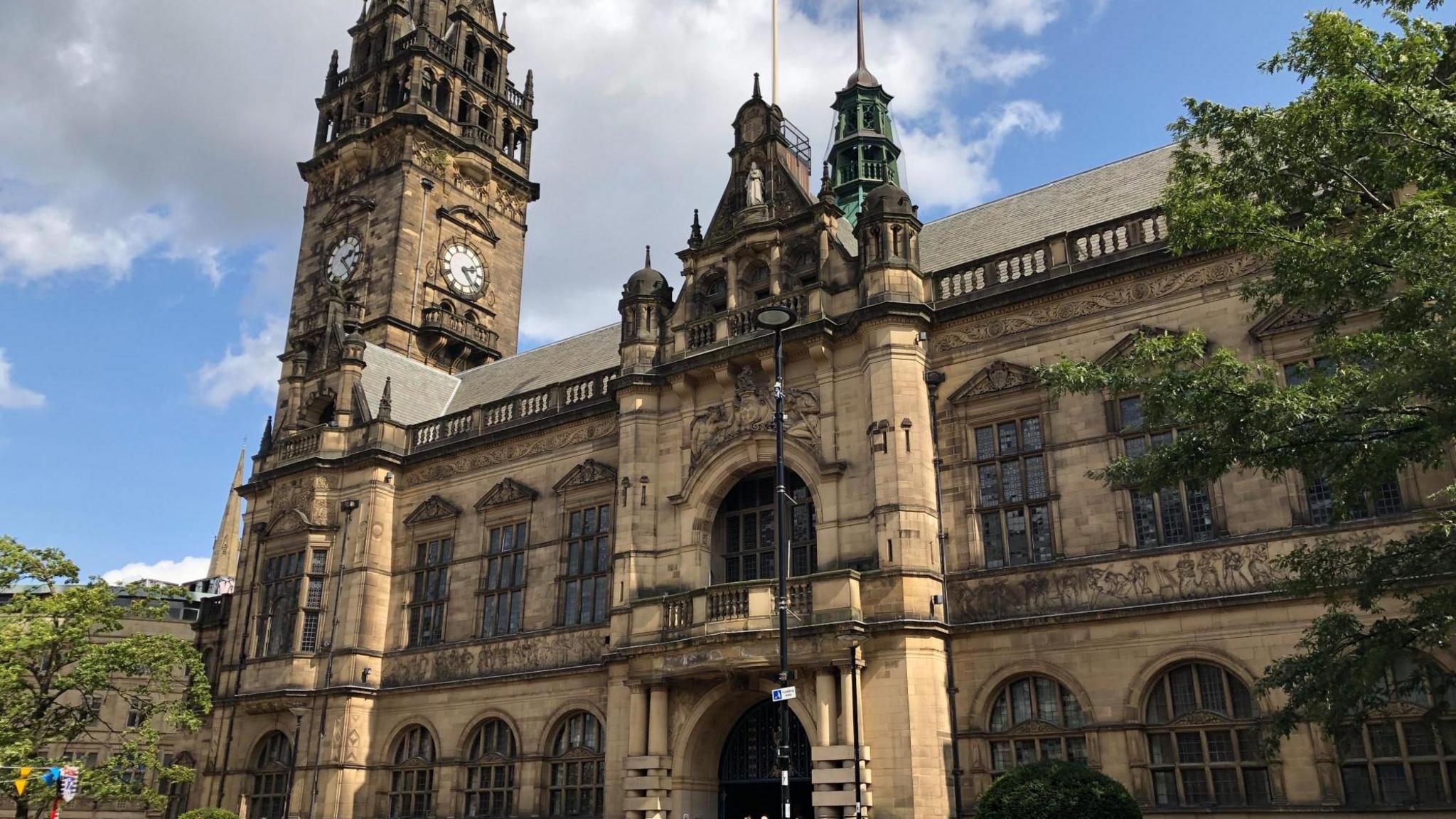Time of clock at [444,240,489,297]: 2:23
